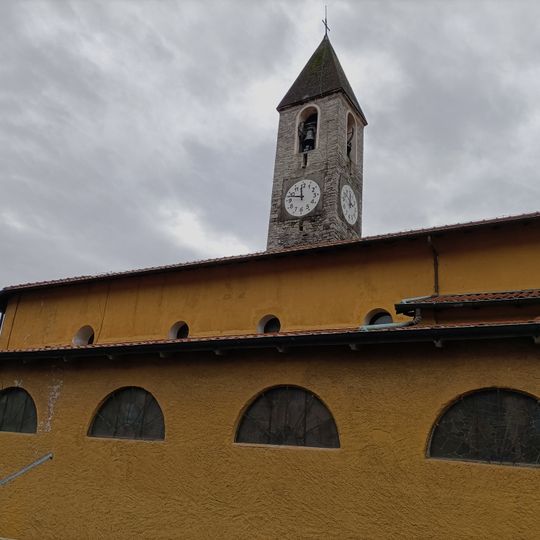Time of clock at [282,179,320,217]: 11:47
